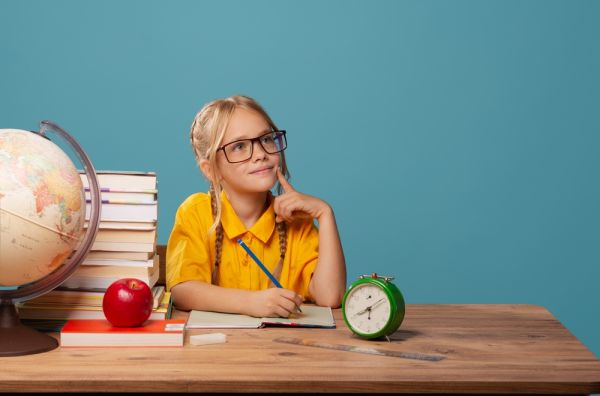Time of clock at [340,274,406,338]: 8:09
